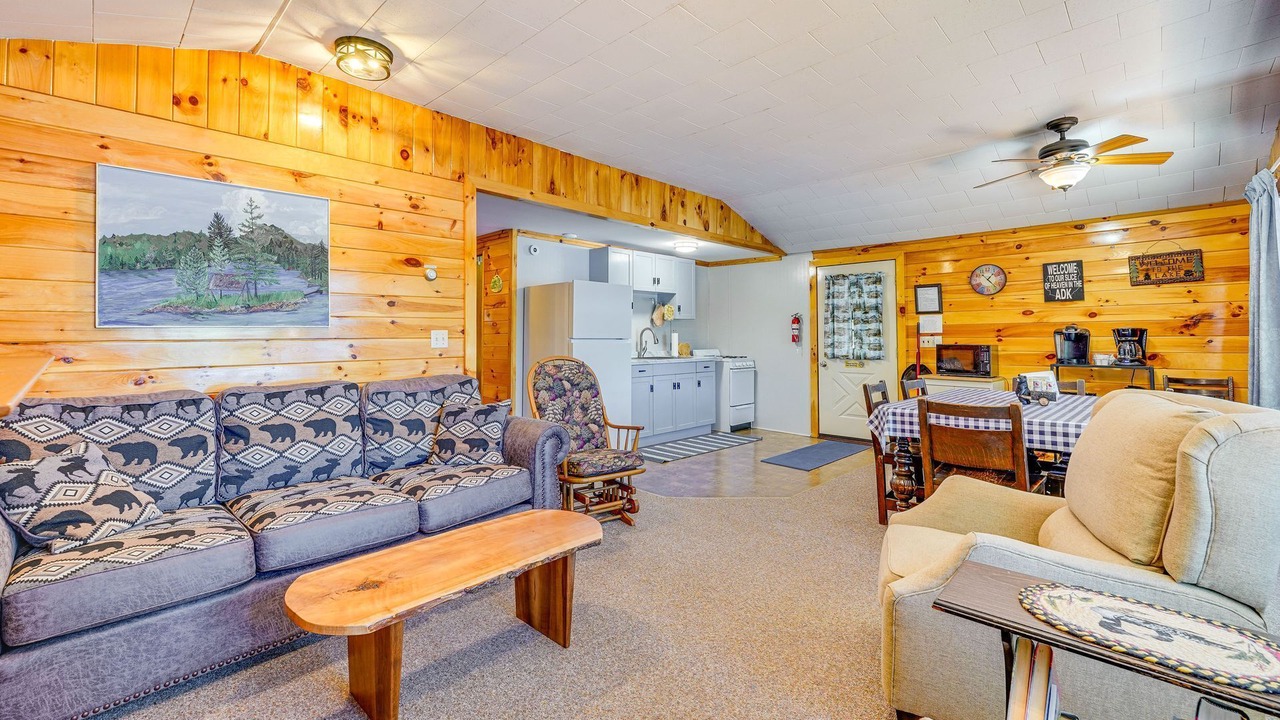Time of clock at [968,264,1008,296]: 1:23
